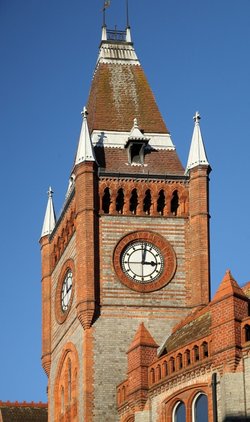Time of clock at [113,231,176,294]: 3:01
